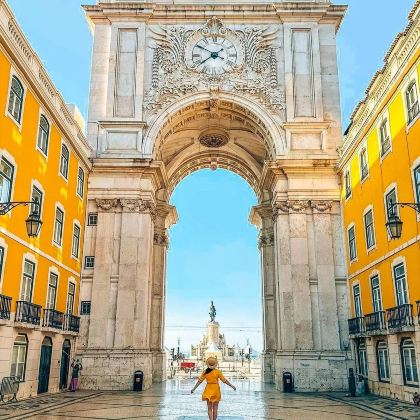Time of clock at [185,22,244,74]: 7:50
